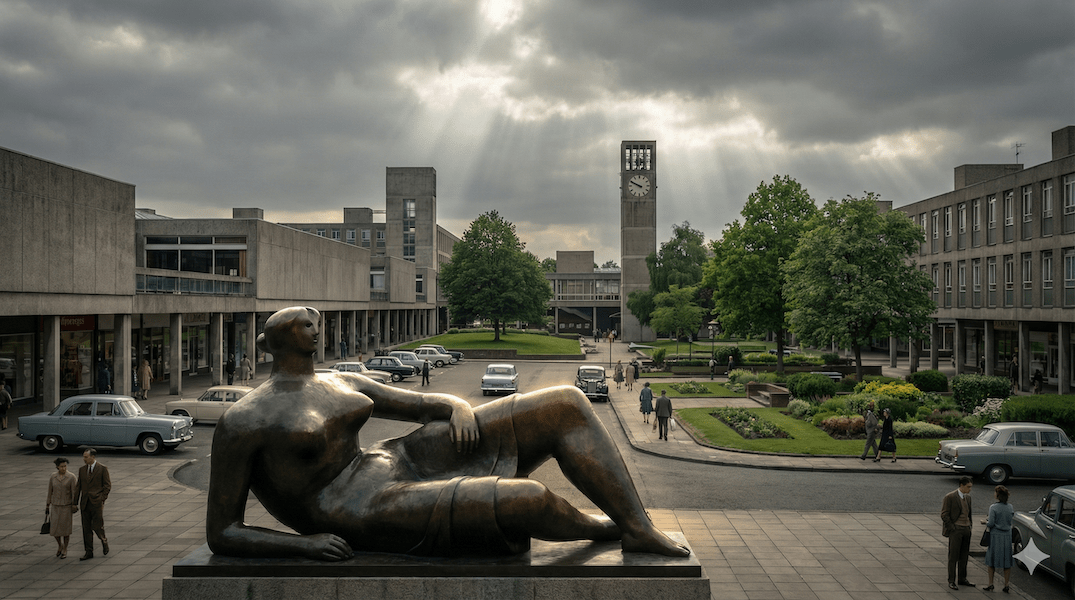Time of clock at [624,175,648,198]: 9:49
